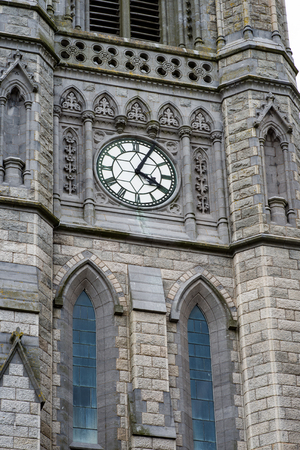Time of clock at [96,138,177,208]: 4:04
